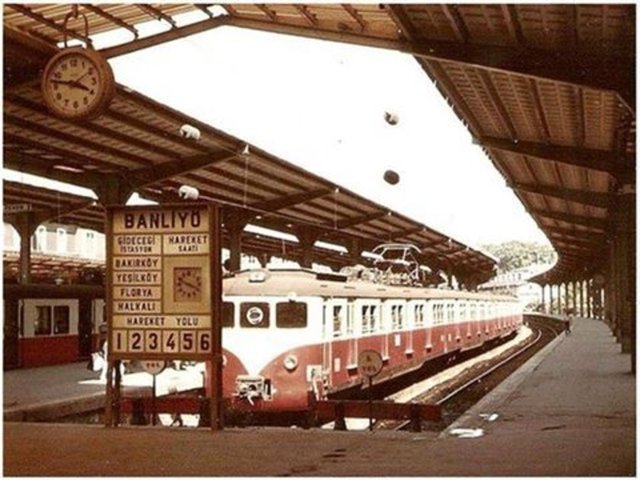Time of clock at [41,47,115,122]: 3:47
